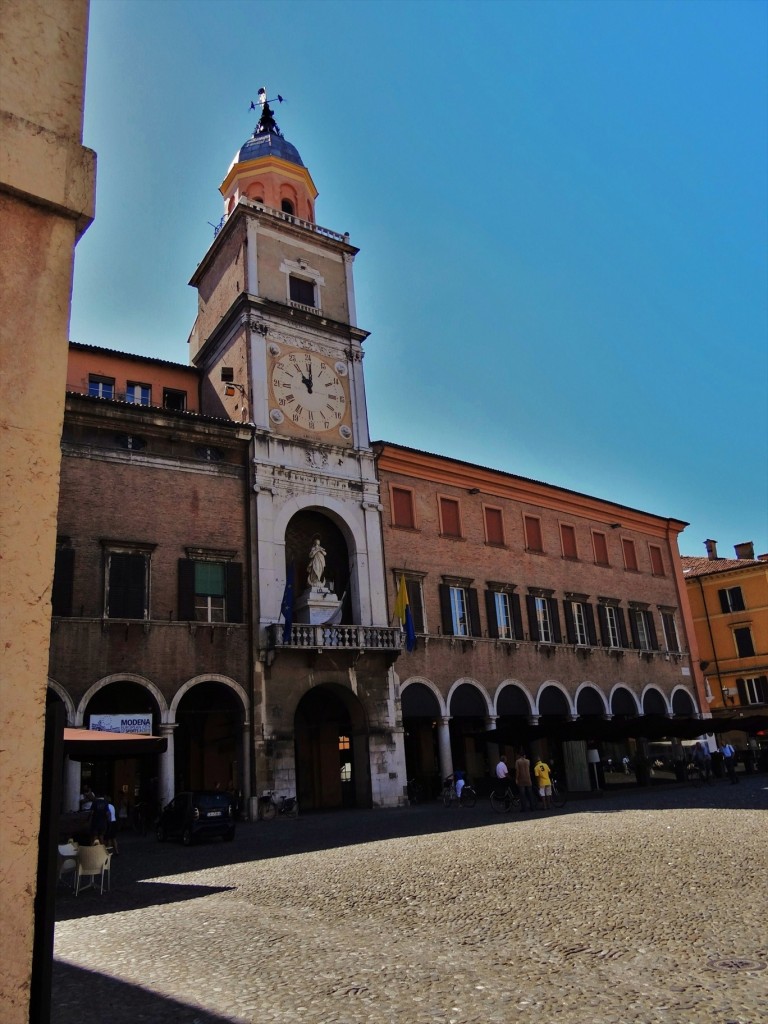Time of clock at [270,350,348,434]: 11:00
